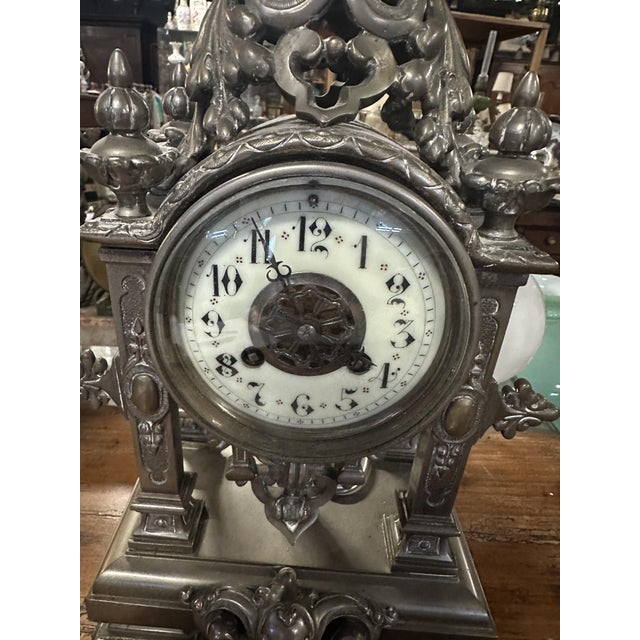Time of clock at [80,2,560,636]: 3:54
